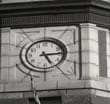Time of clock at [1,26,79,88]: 5:14
